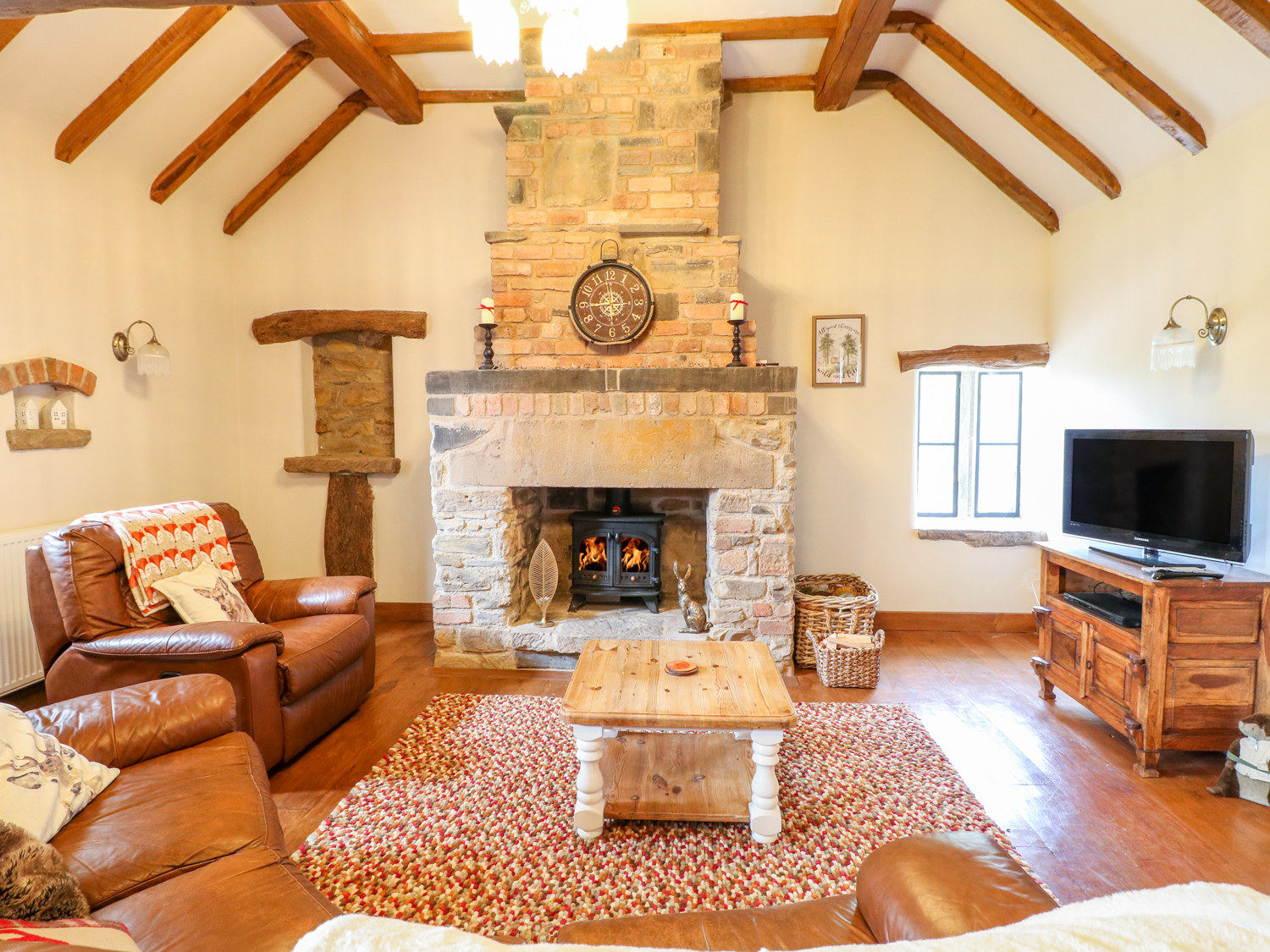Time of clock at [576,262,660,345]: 11:44
